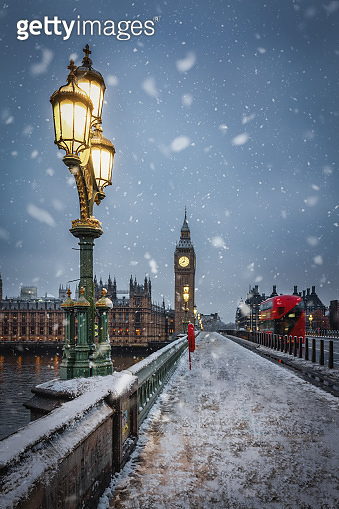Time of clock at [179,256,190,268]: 8:01
